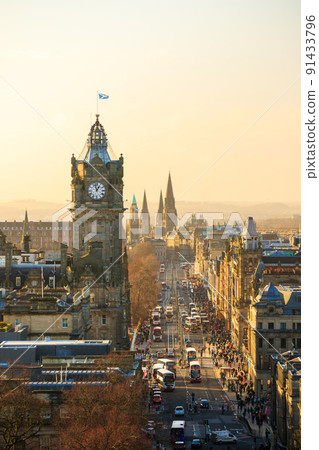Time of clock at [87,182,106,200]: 12:57
